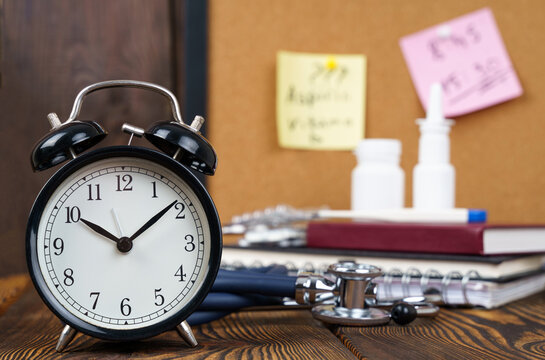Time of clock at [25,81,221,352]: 10:08
